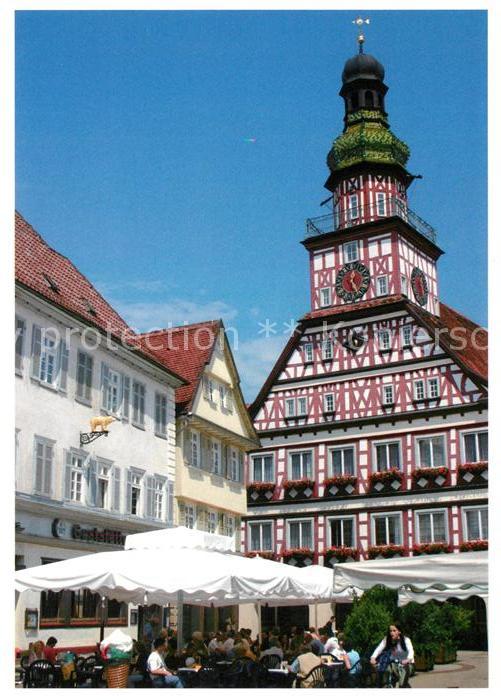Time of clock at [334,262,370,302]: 12:24
